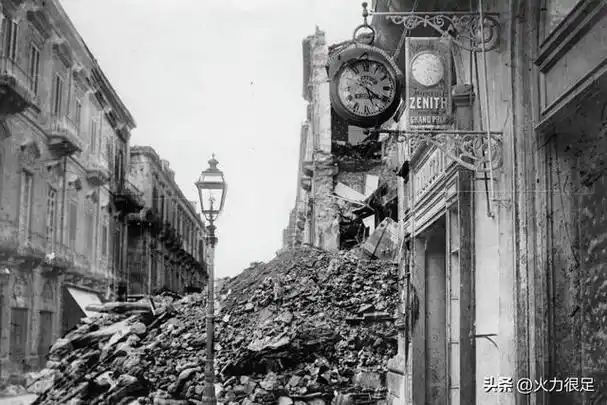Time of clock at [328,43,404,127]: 5:21
